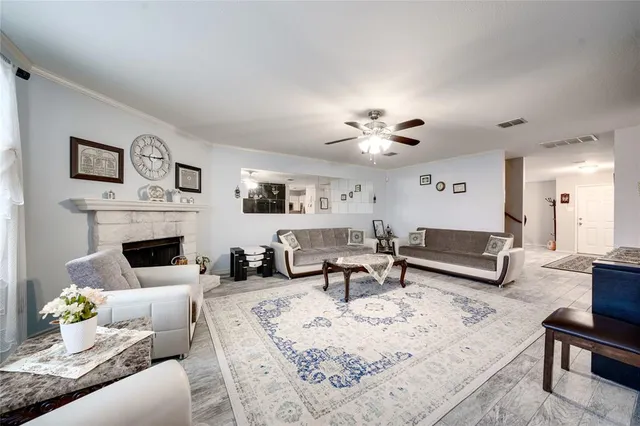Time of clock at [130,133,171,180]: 2:45
